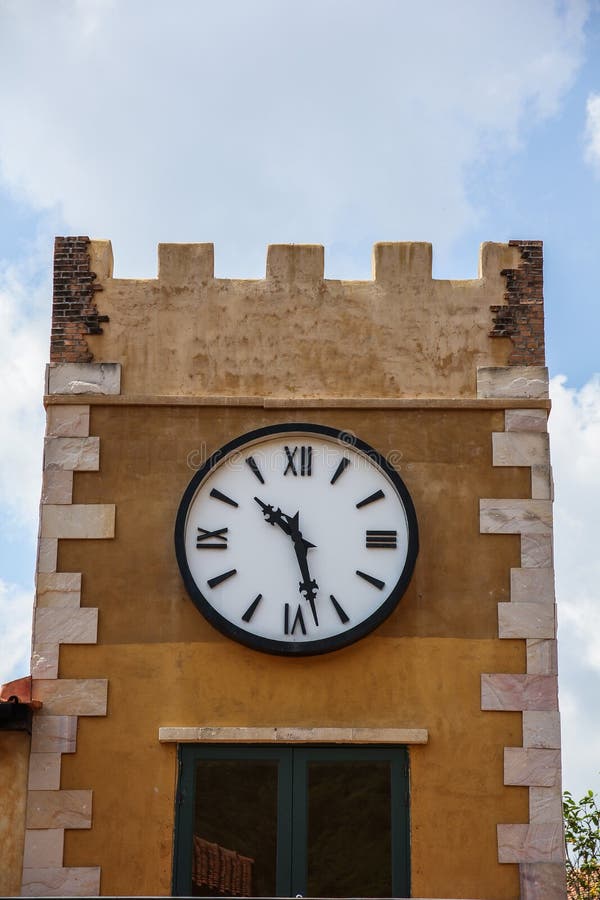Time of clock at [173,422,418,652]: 10:27
